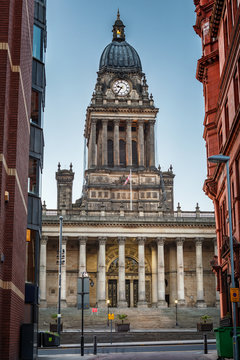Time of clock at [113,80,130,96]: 9:36
